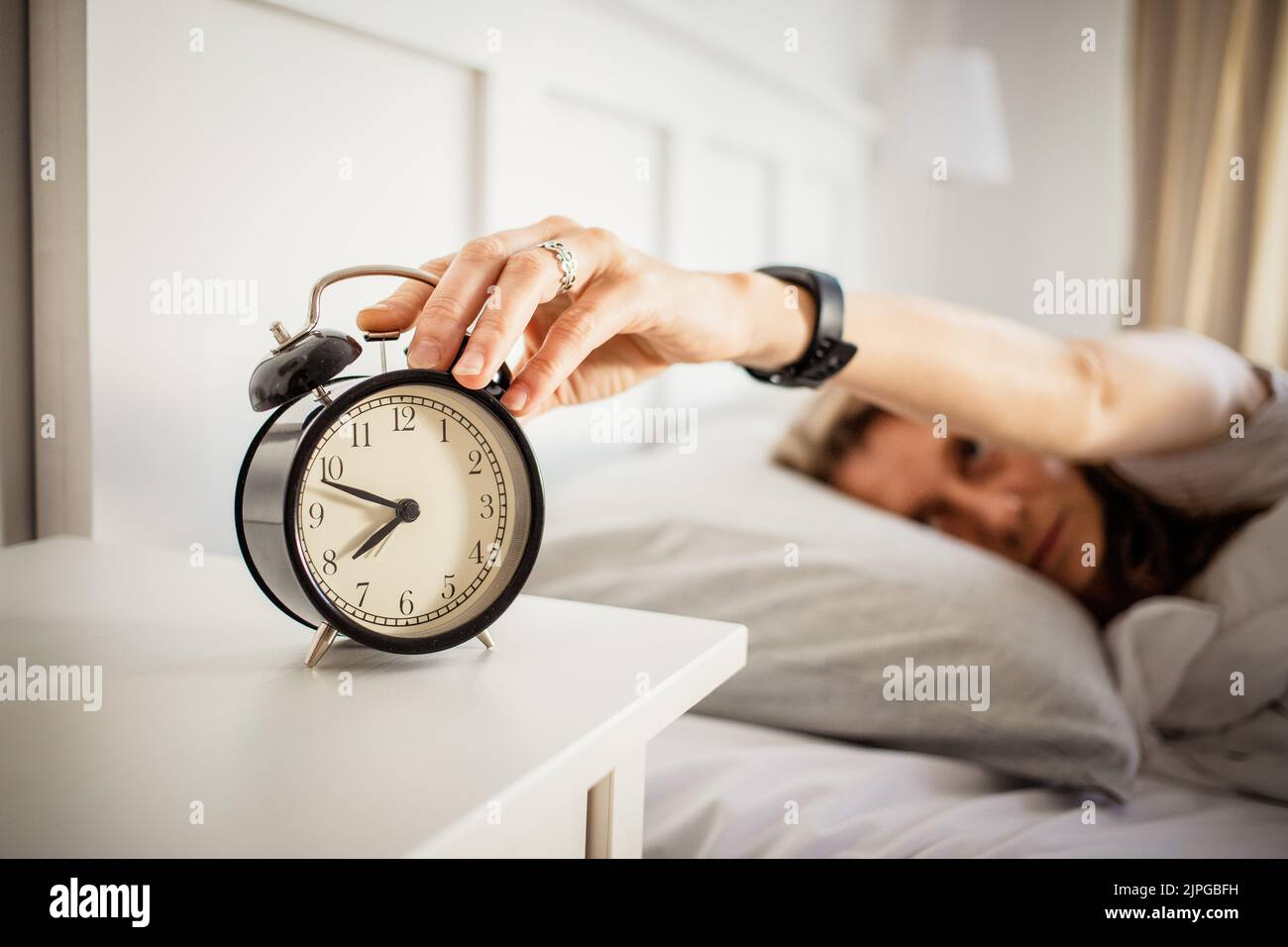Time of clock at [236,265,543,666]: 7:48
